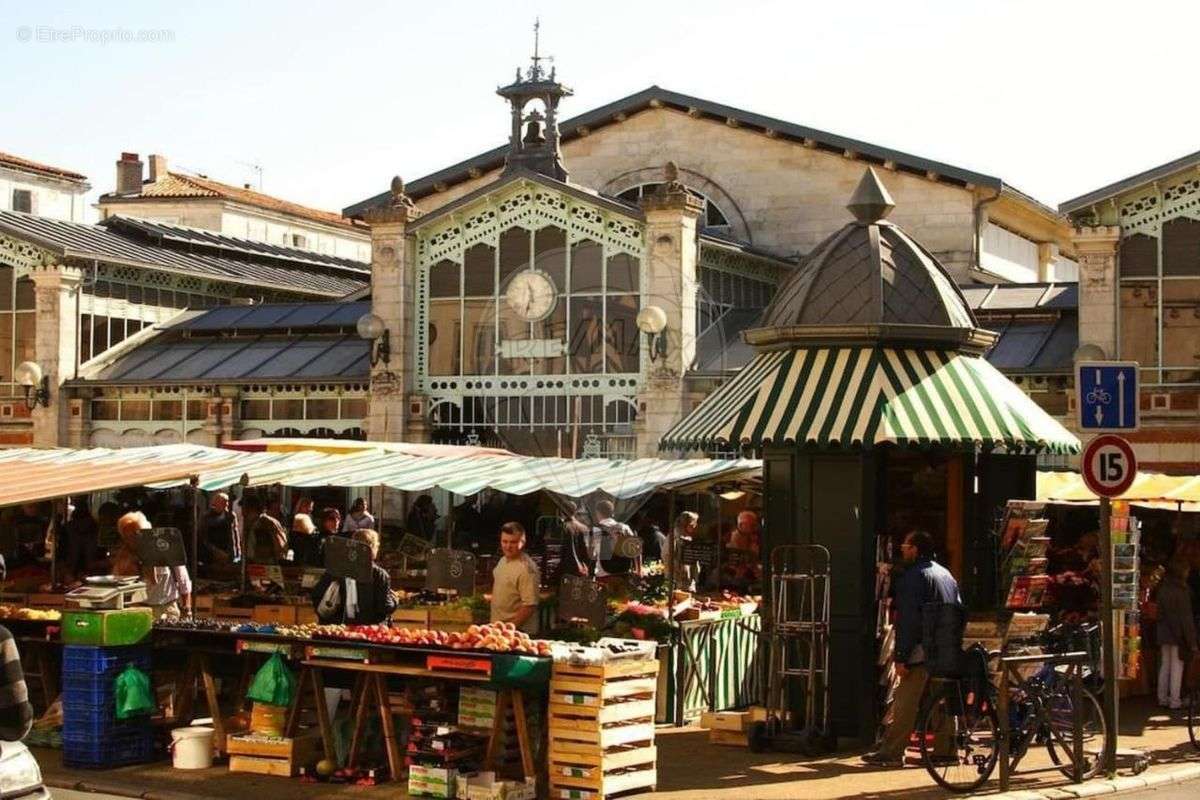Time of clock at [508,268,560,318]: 11:32
